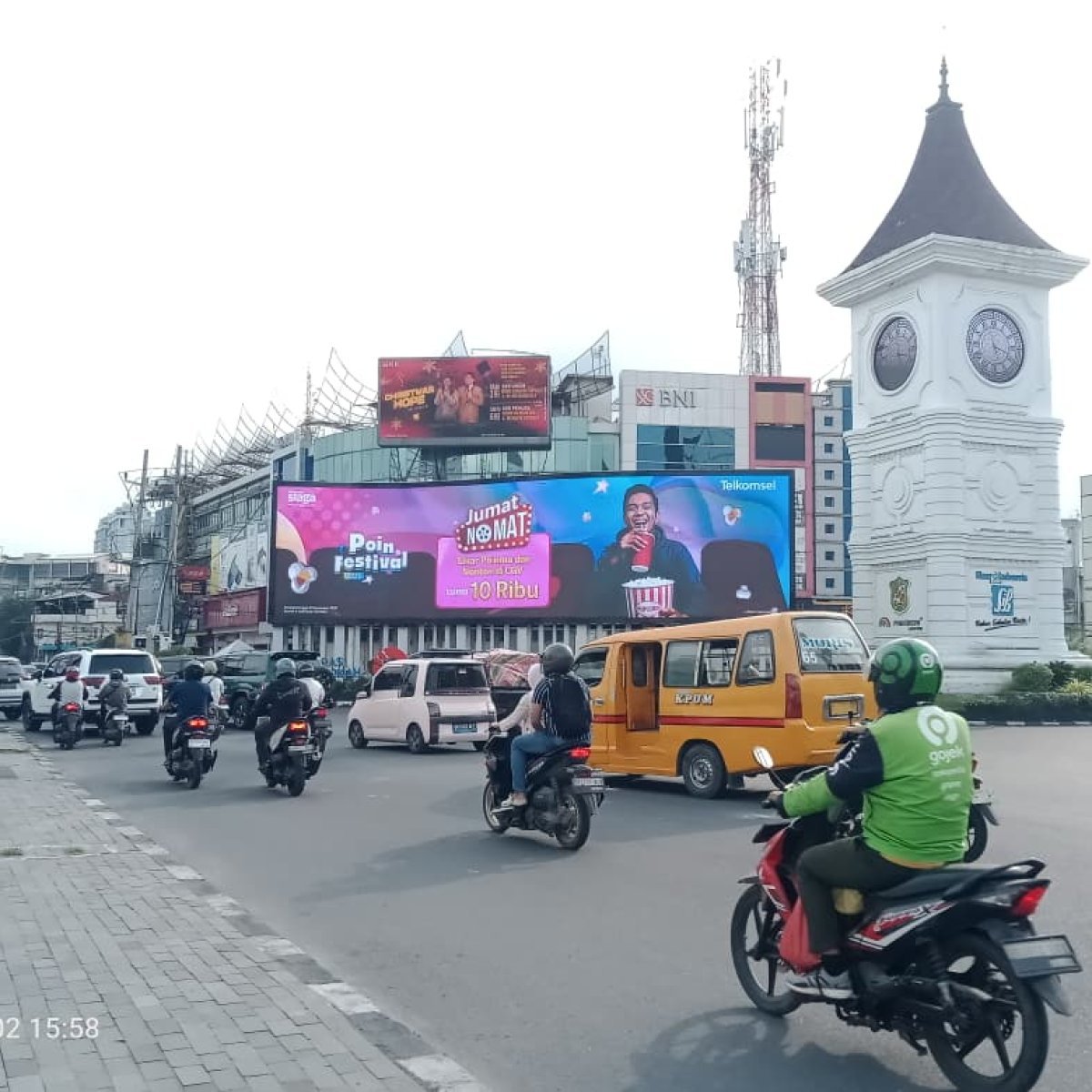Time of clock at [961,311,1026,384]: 5:18
